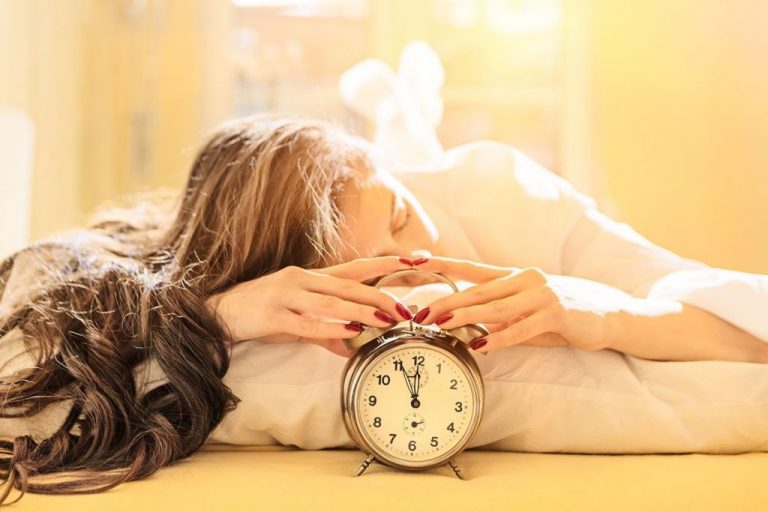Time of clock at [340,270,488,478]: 11:55
